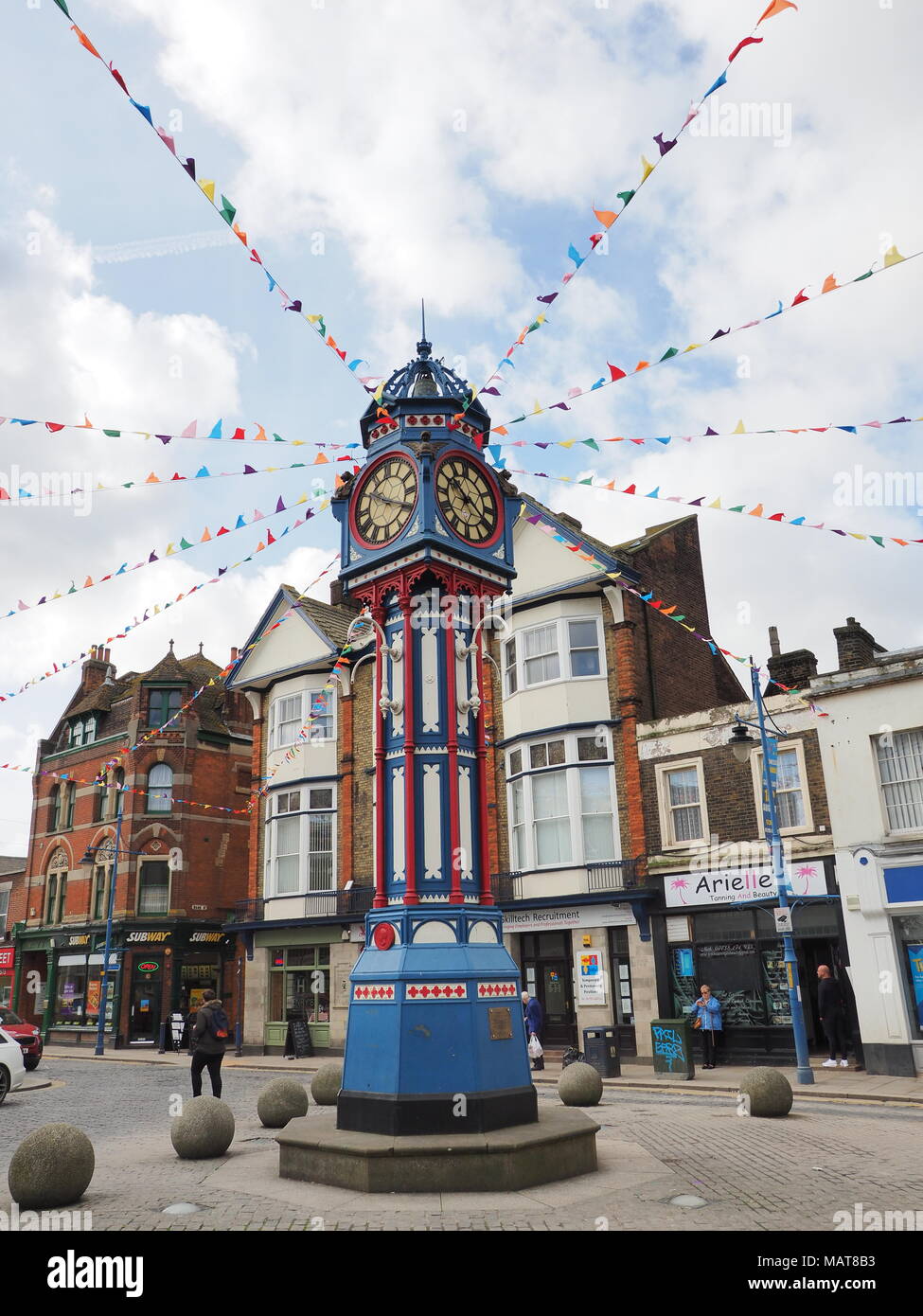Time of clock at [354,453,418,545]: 10:19
